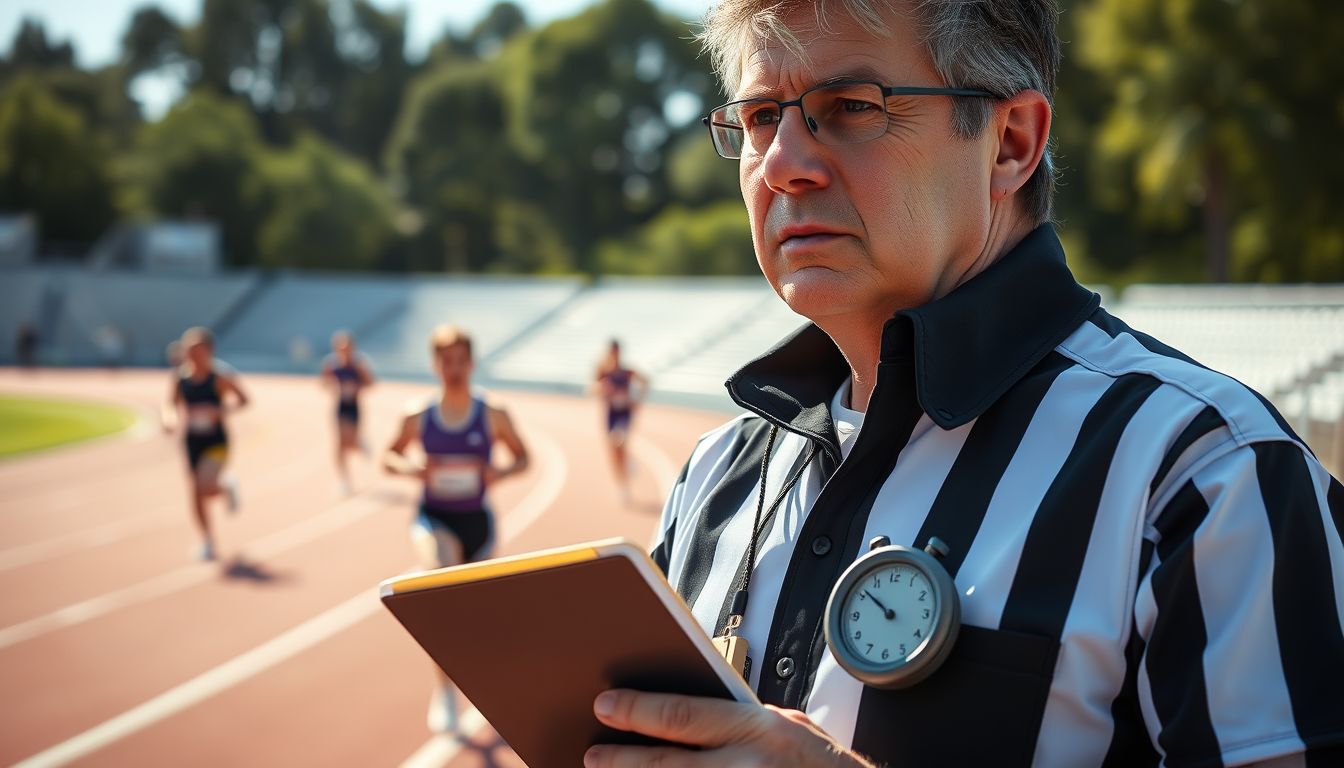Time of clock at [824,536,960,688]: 9:51
